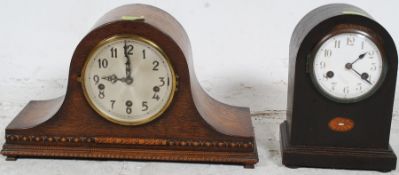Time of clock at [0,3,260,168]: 8:59
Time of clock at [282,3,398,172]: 1:20
